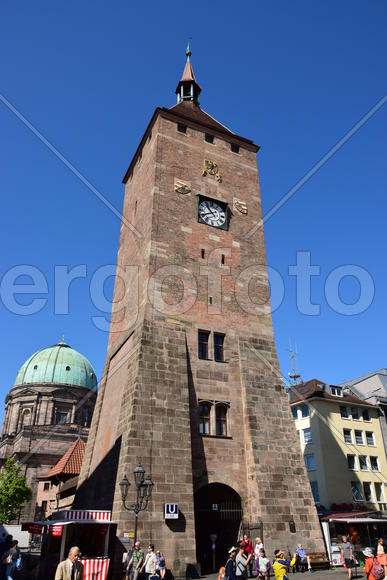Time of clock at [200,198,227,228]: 10:40
